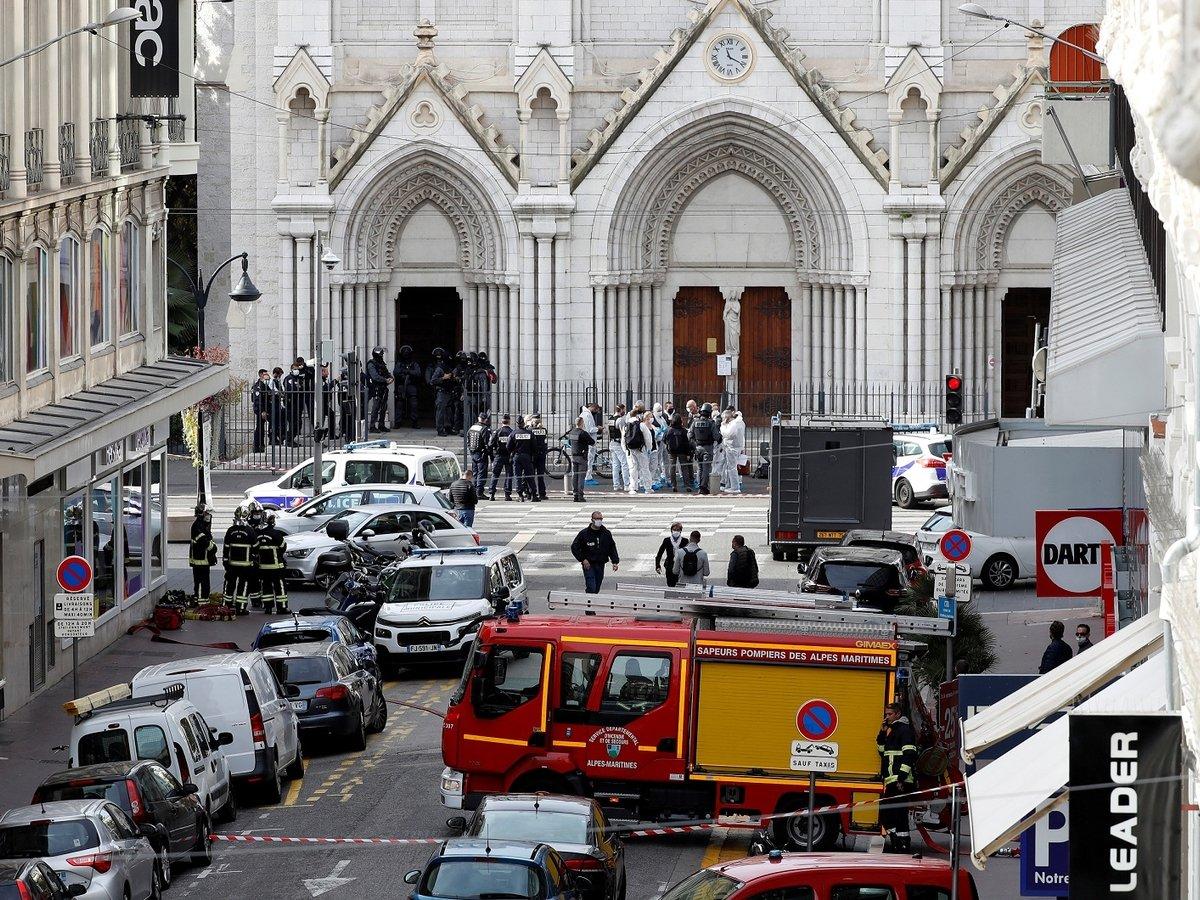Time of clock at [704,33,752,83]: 11:19
